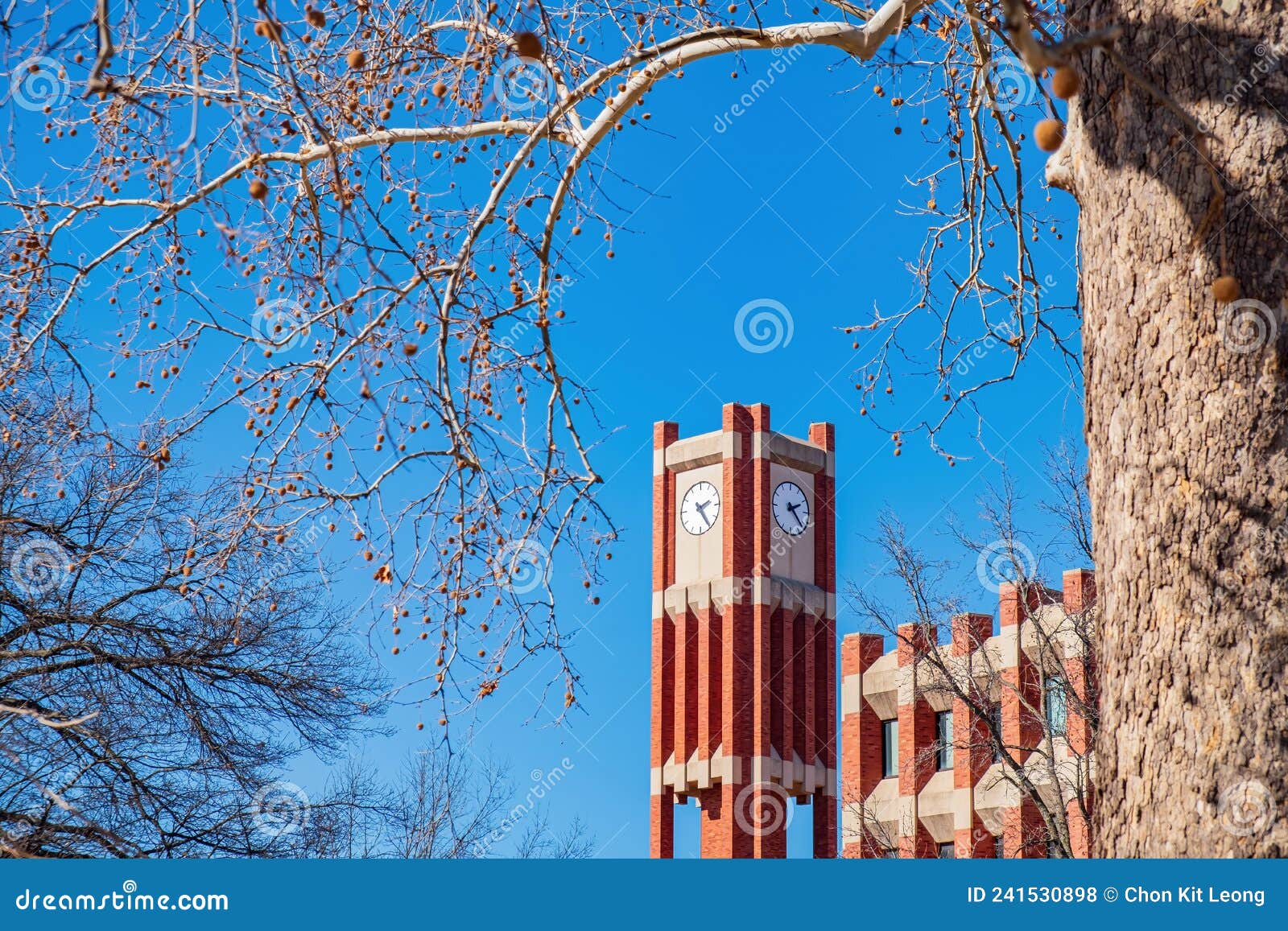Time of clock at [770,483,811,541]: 2:22
